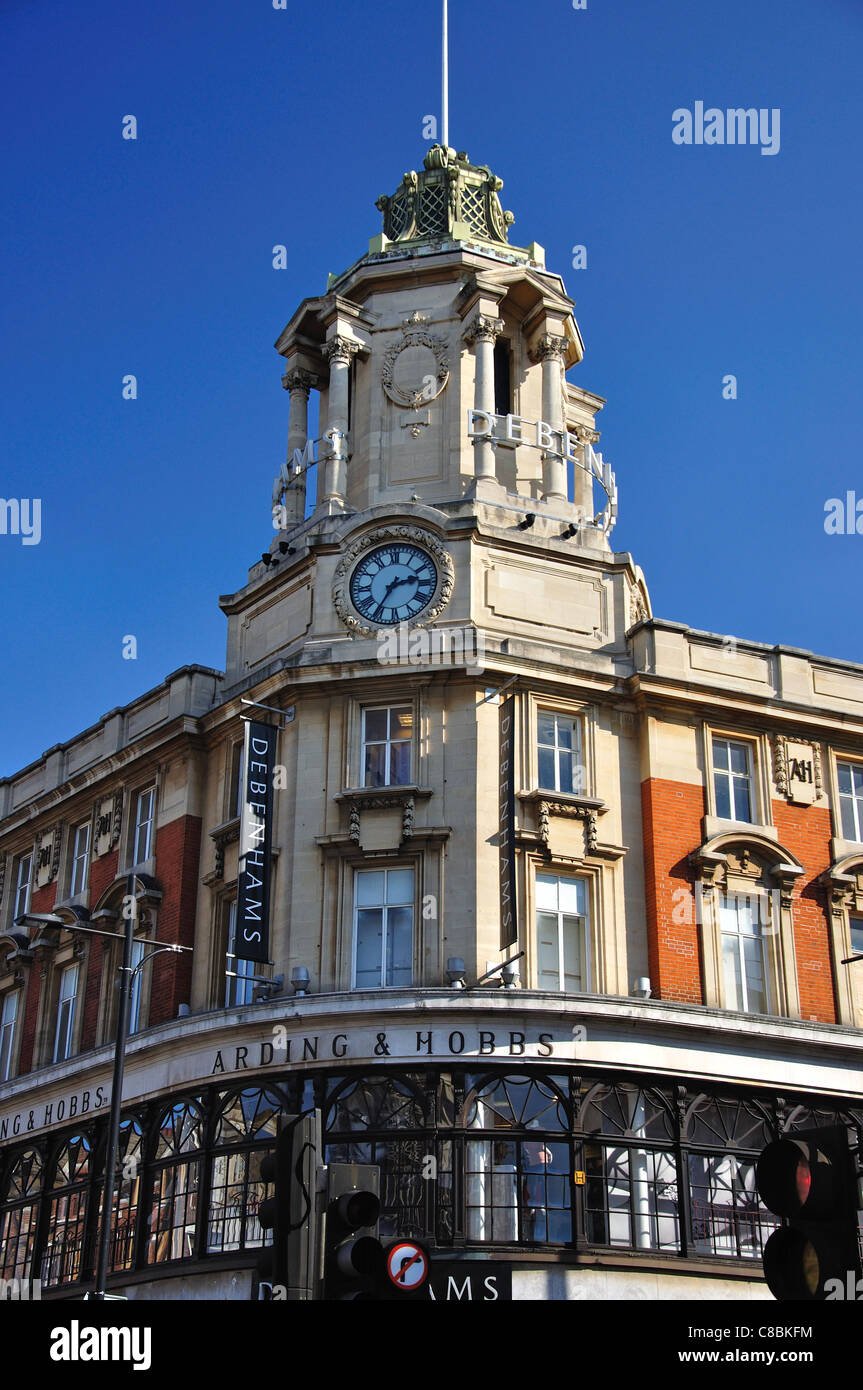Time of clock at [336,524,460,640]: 2:35
